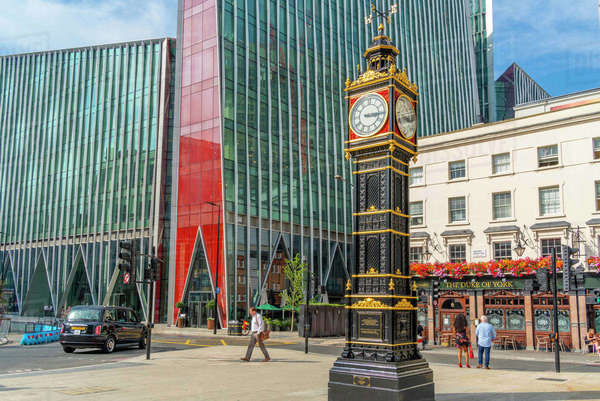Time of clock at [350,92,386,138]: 3:15
